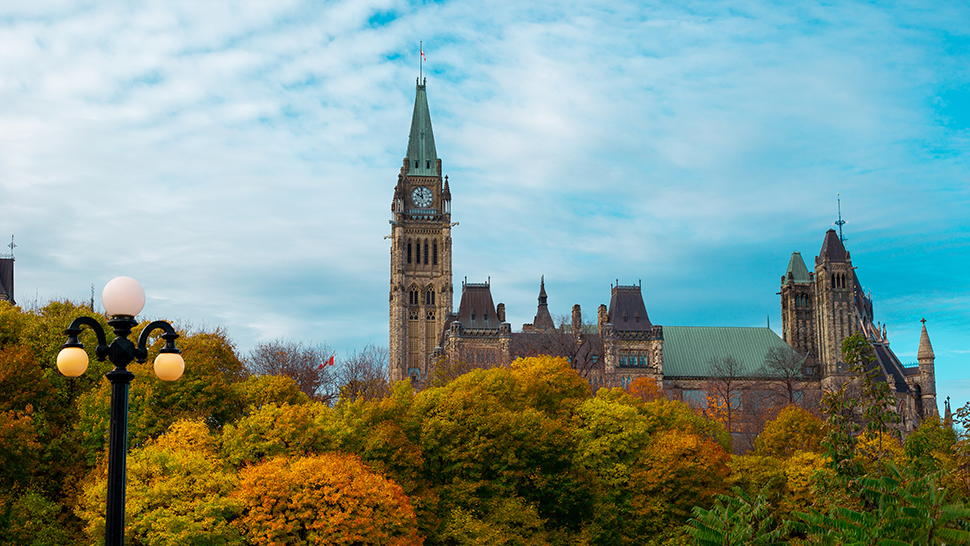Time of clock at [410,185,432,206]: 9:58
